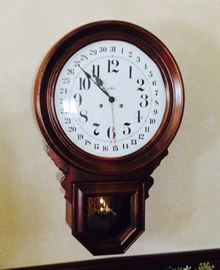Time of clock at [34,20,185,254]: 10:52
